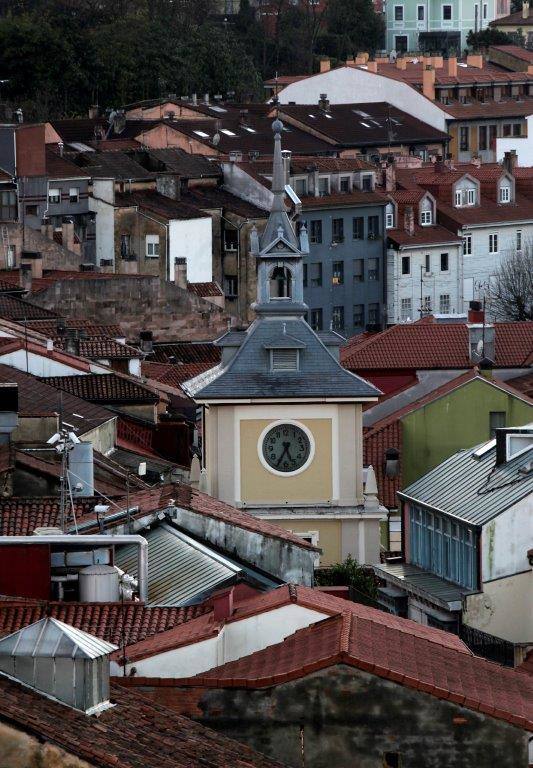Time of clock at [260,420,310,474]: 5:34
